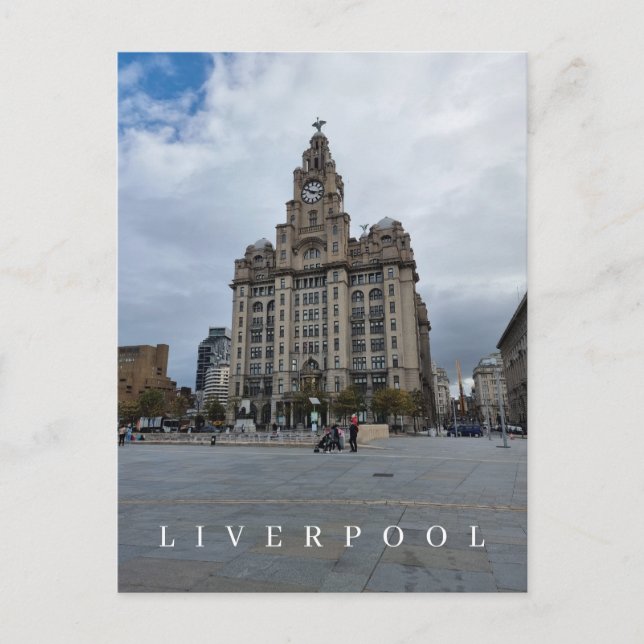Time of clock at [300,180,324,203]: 10:16
